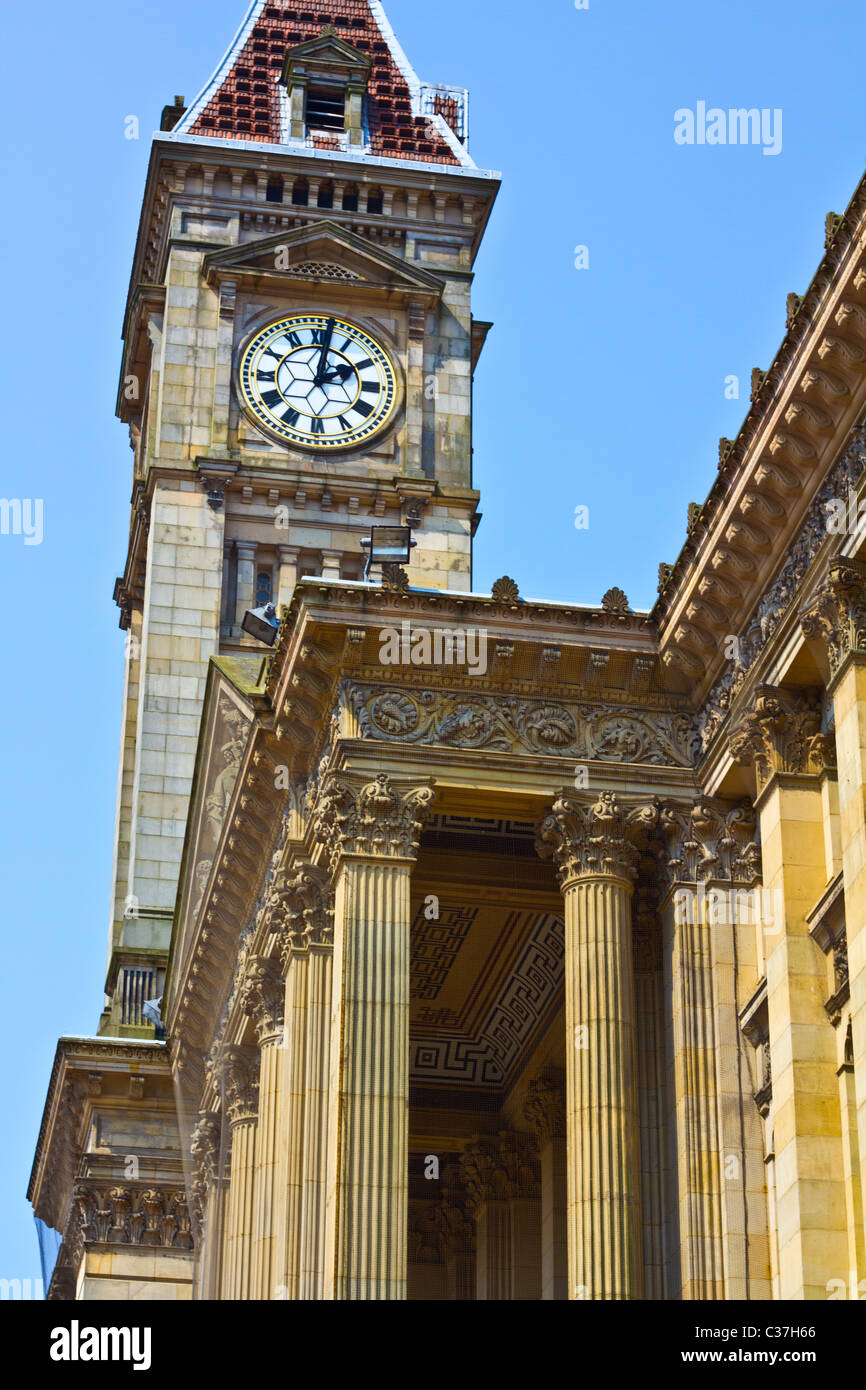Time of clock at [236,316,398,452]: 2:01
